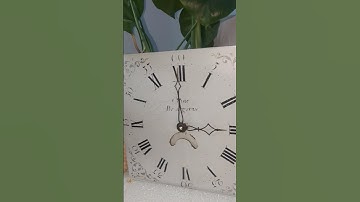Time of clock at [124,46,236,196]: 2:59
